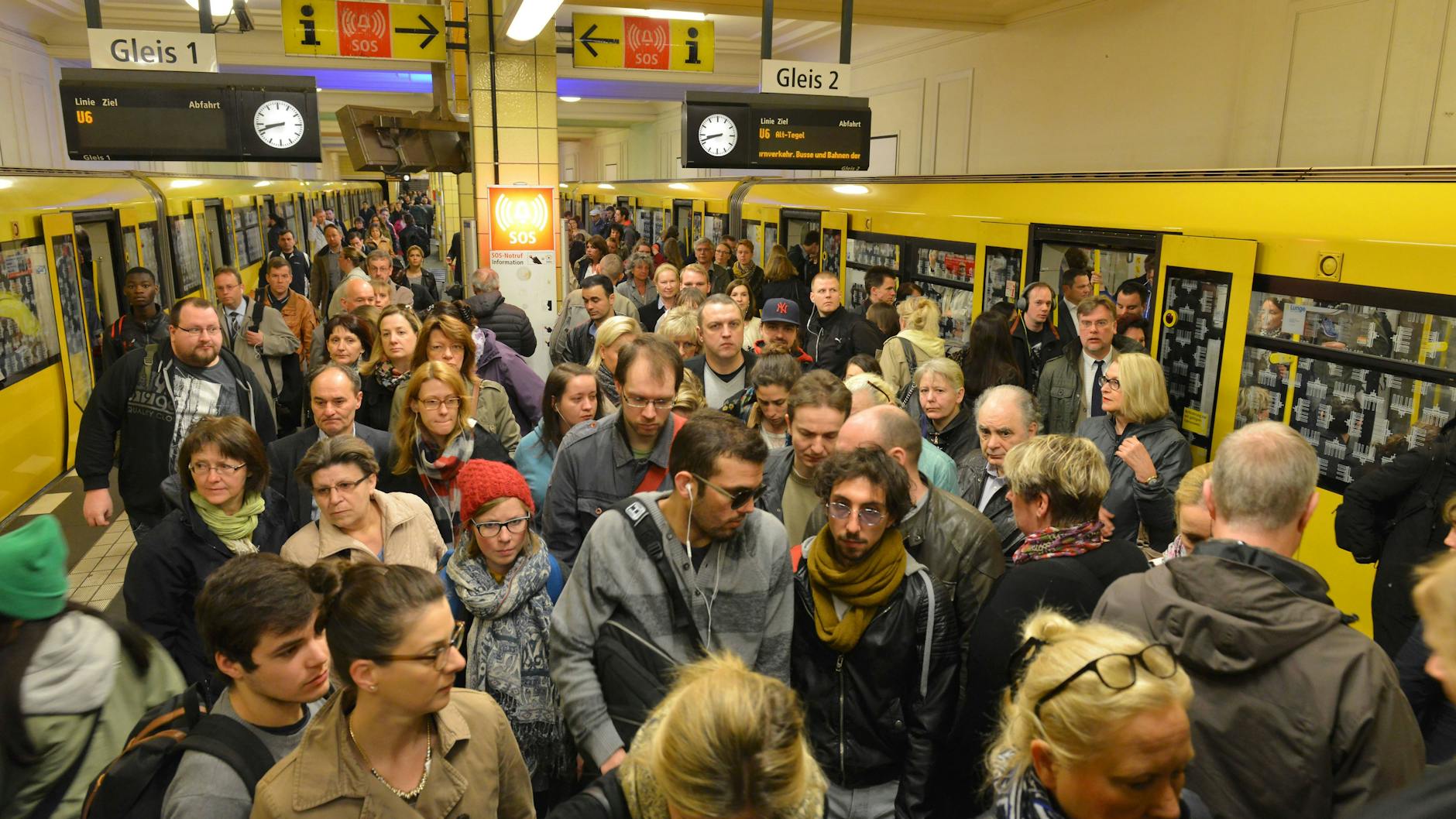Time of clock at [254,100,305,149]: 8:41
